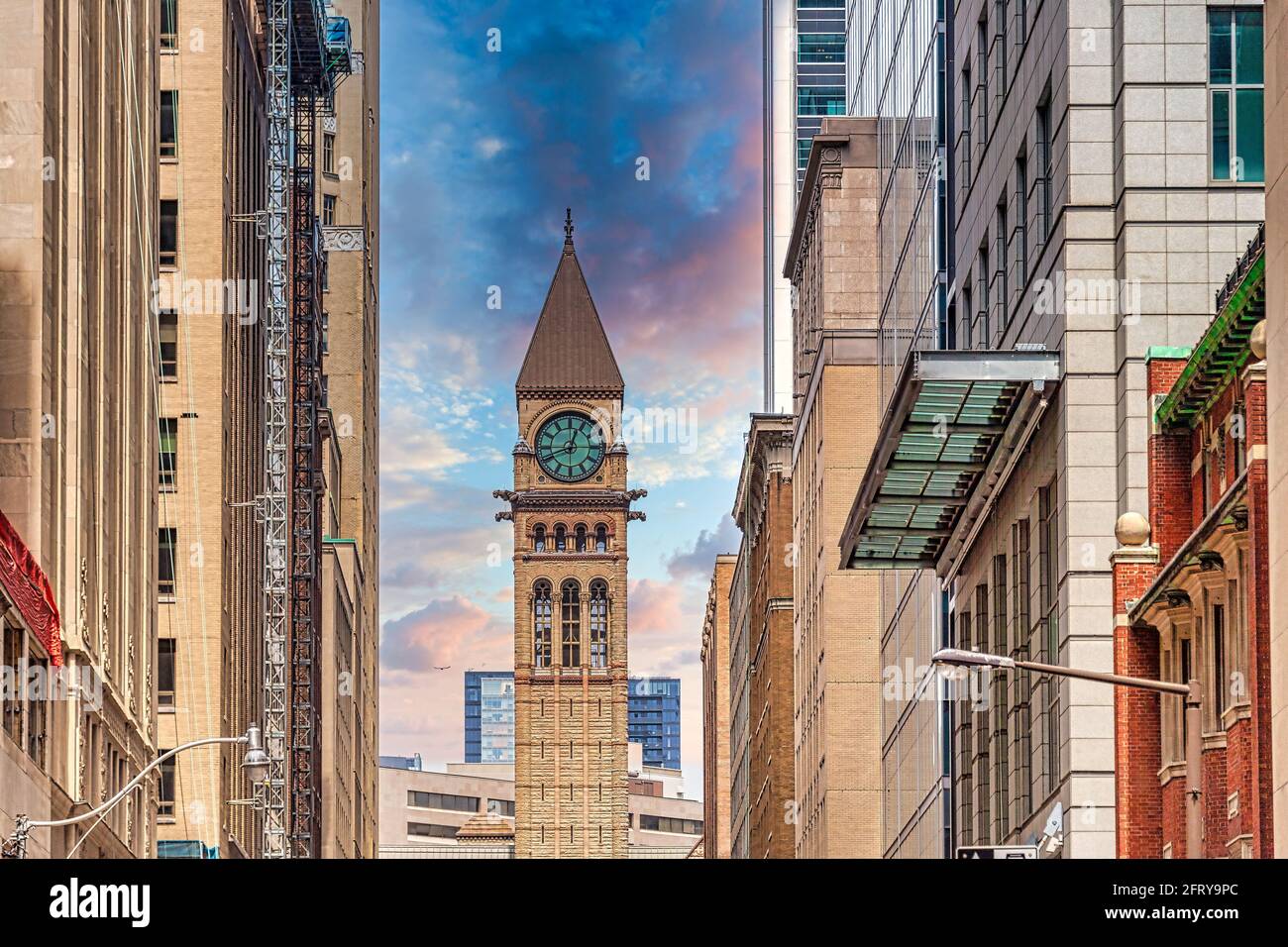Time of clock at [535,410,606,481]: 12:41
